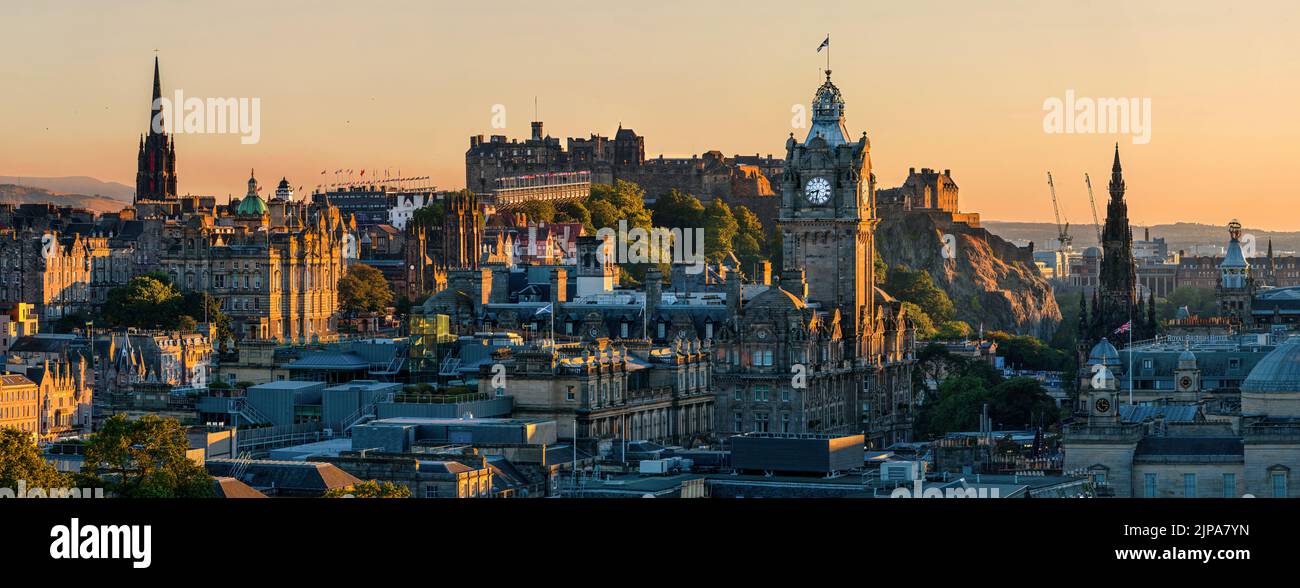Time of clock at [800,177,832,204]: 8:32
